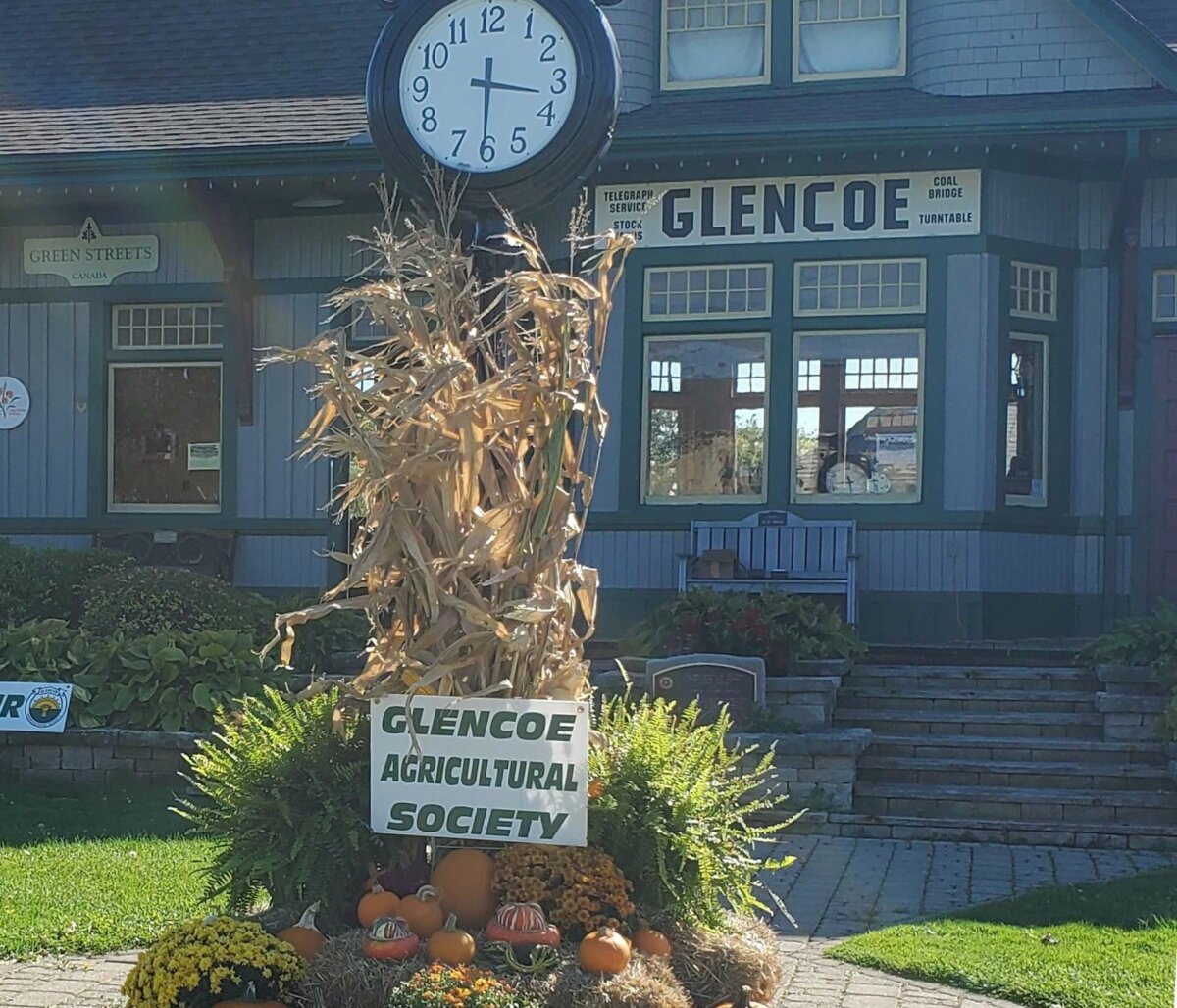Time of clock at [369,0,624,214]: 3:30
